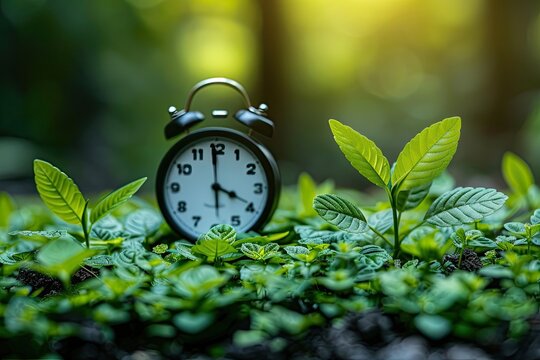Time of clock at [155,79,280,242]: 3:59
